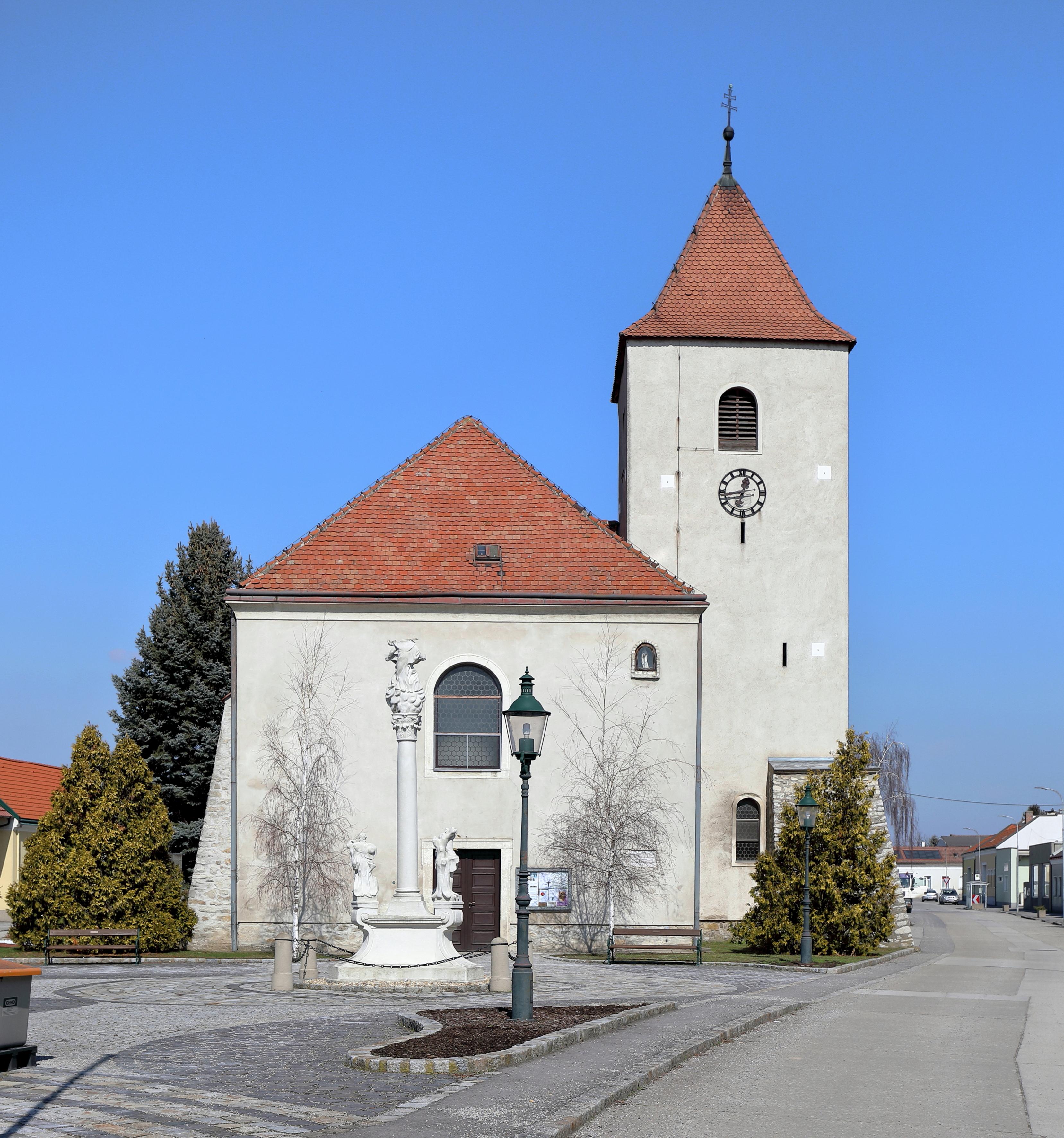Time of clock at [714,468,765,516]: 12:43
